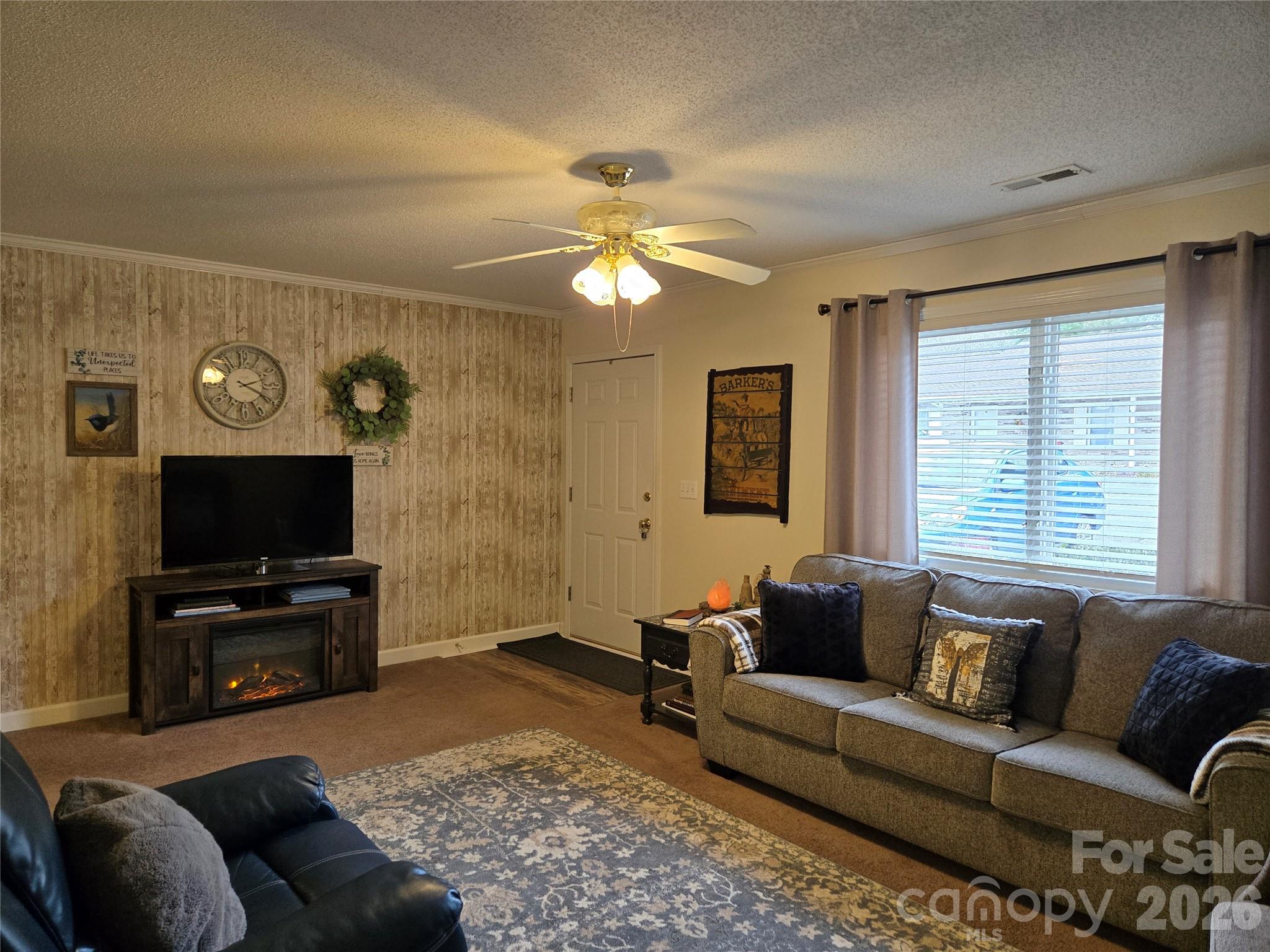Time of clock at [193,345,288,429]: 2:20
